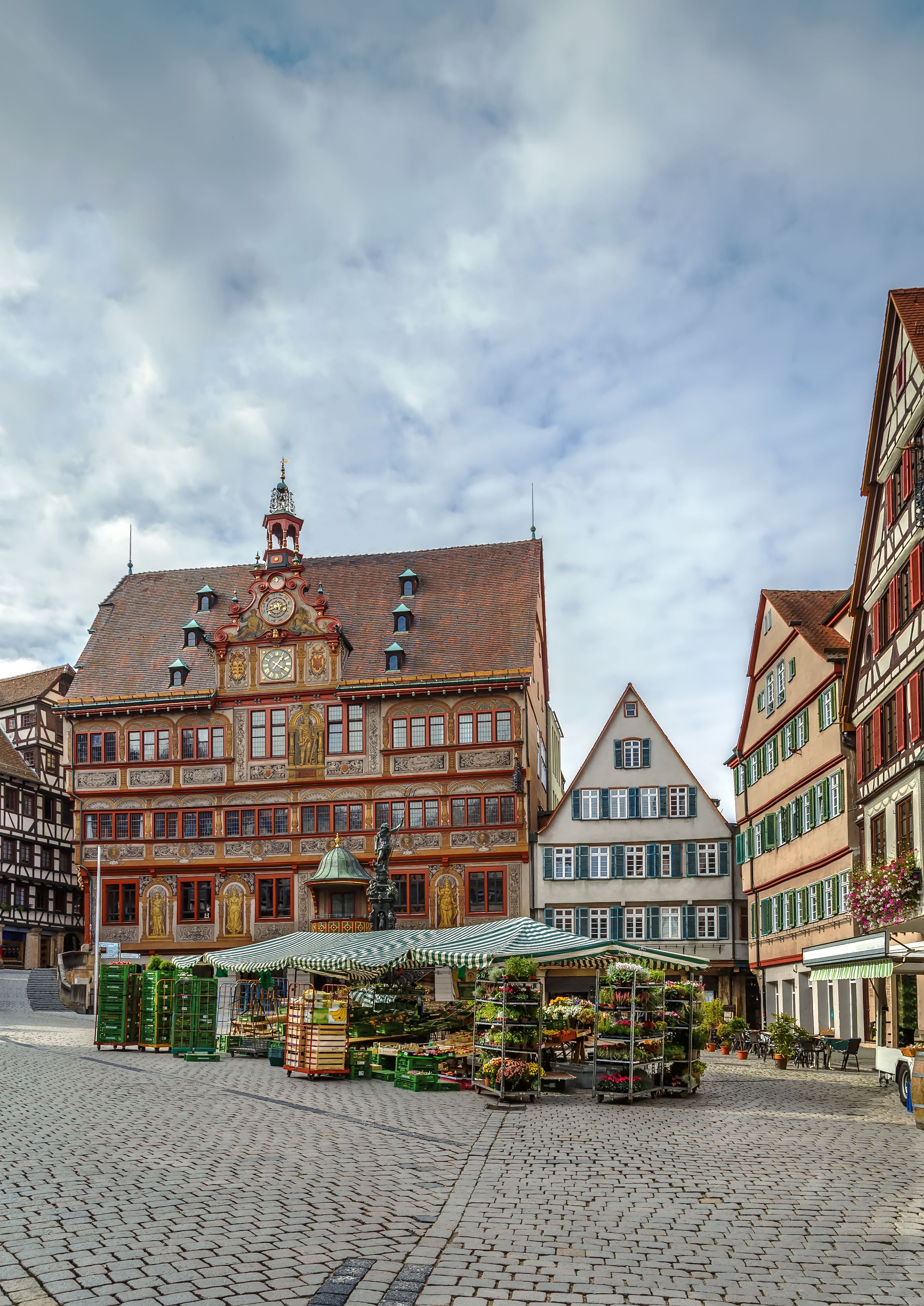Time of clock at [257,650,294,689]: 1:20
